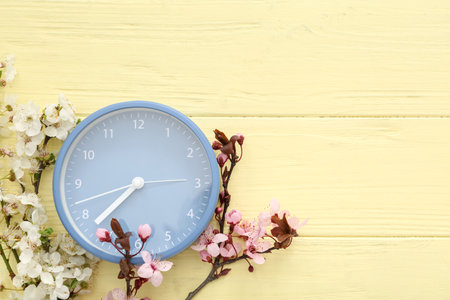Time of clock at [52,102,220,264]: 7:37
